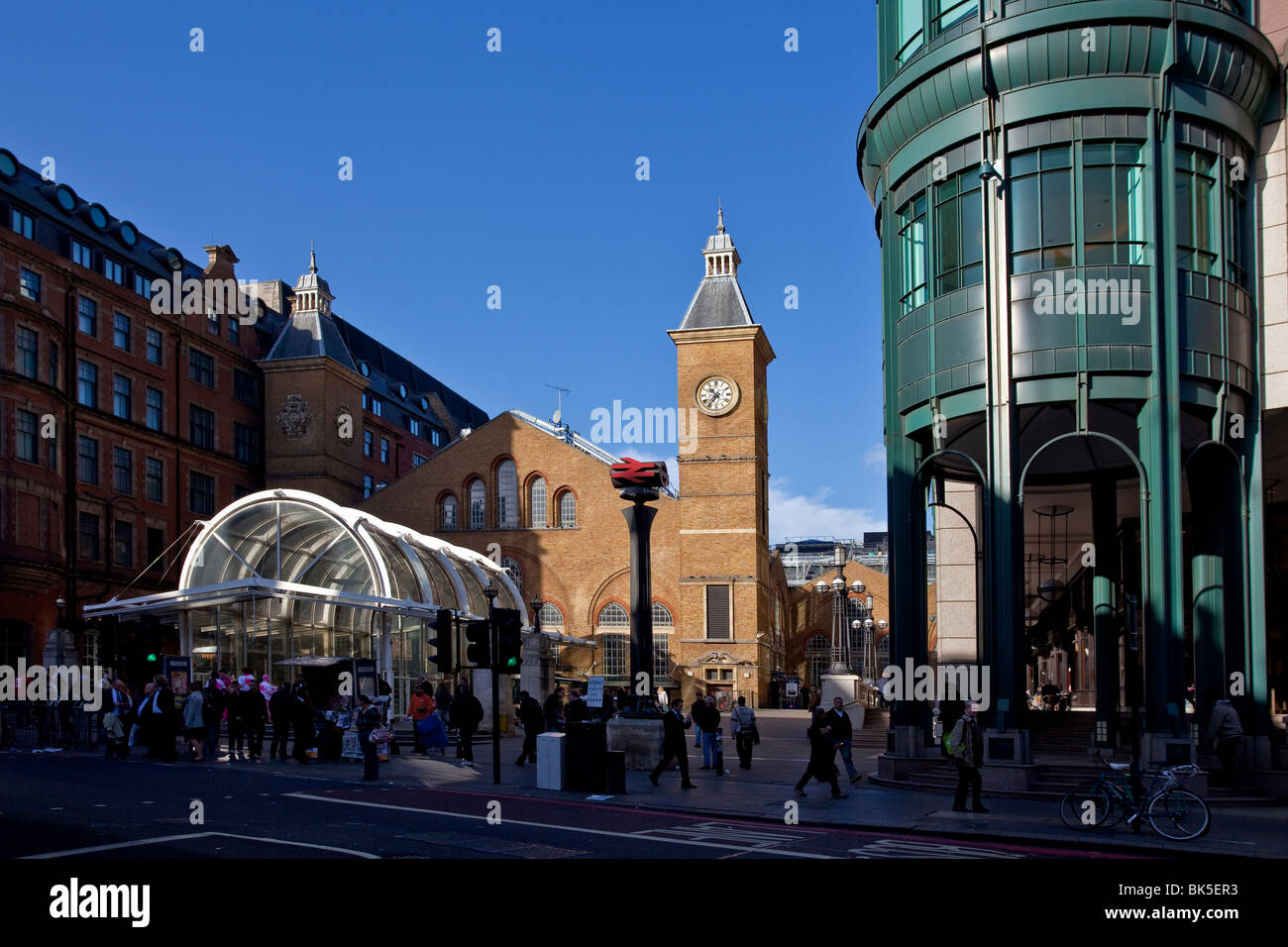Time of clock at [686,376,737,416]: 10:36
